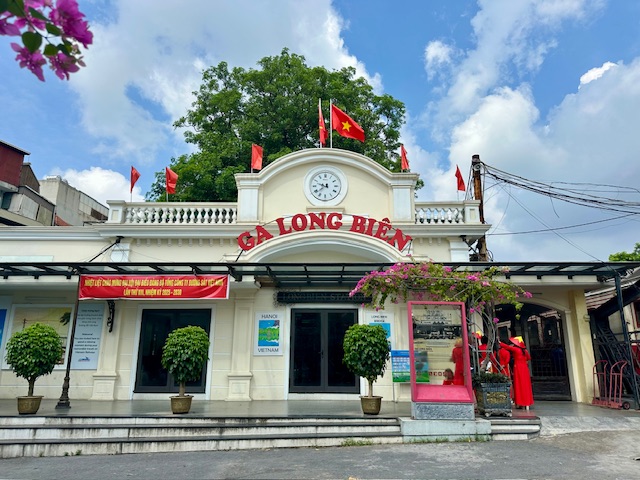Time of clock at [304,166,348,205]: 9:38
